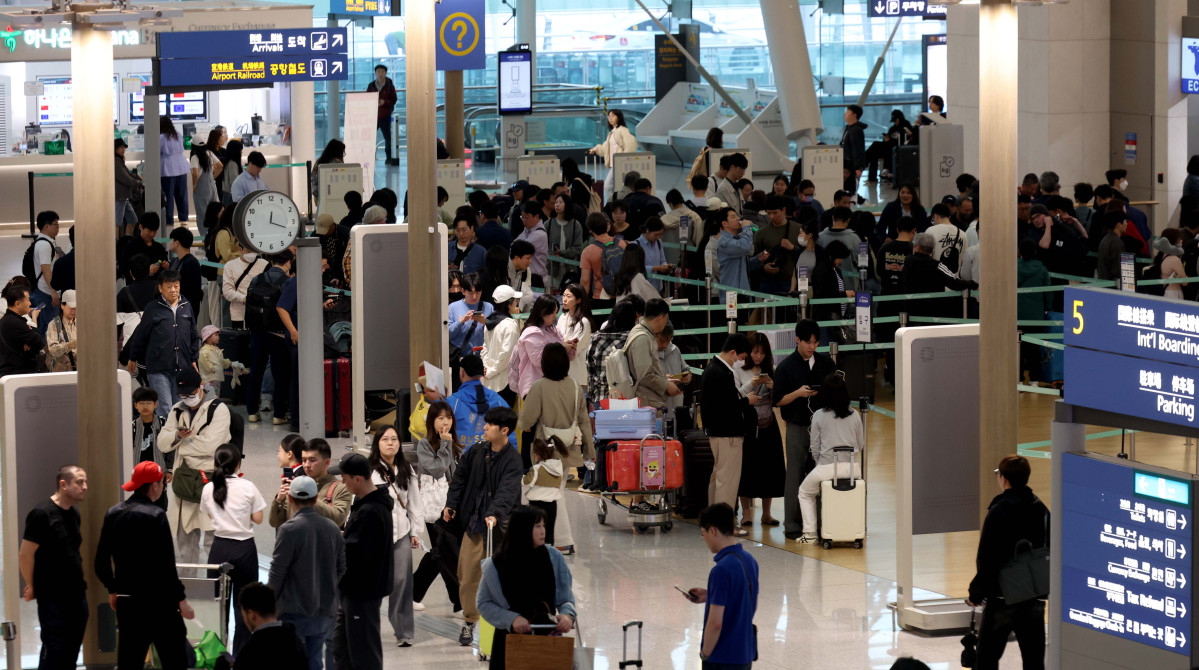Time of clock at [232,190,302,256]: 12:18
